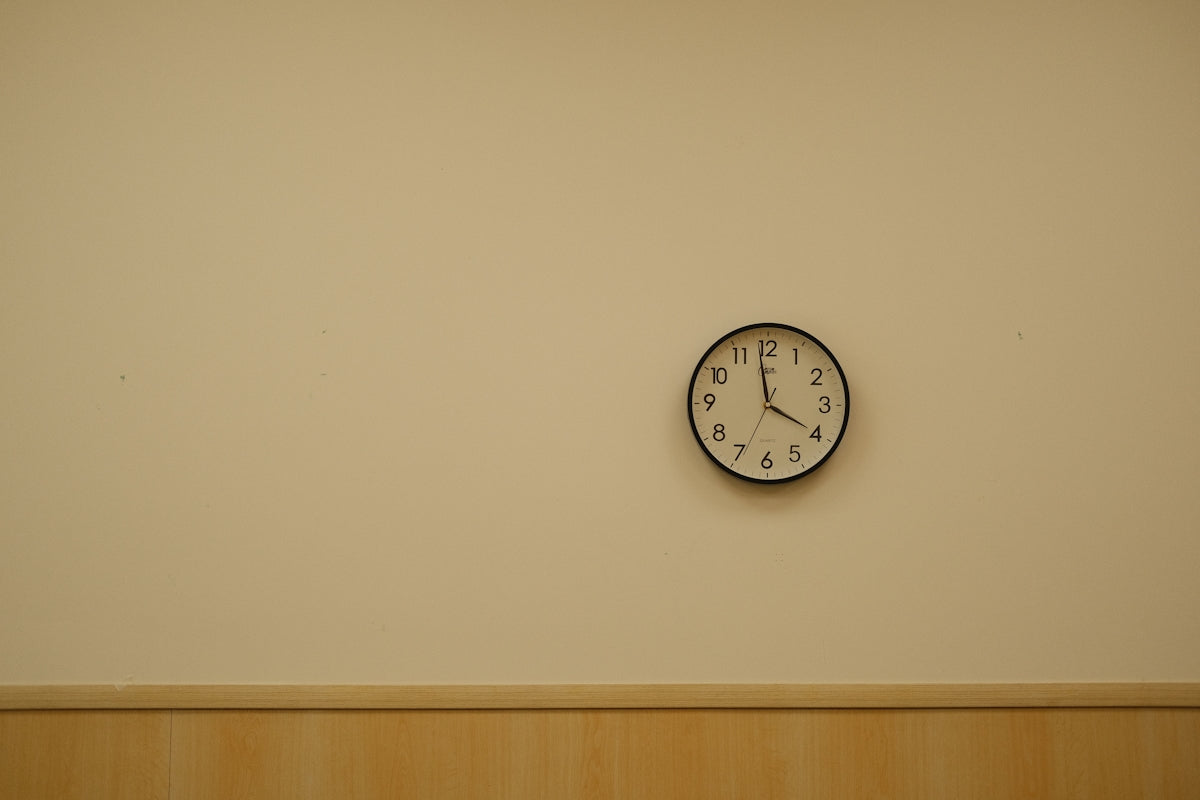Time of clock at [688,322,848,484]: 3:58
